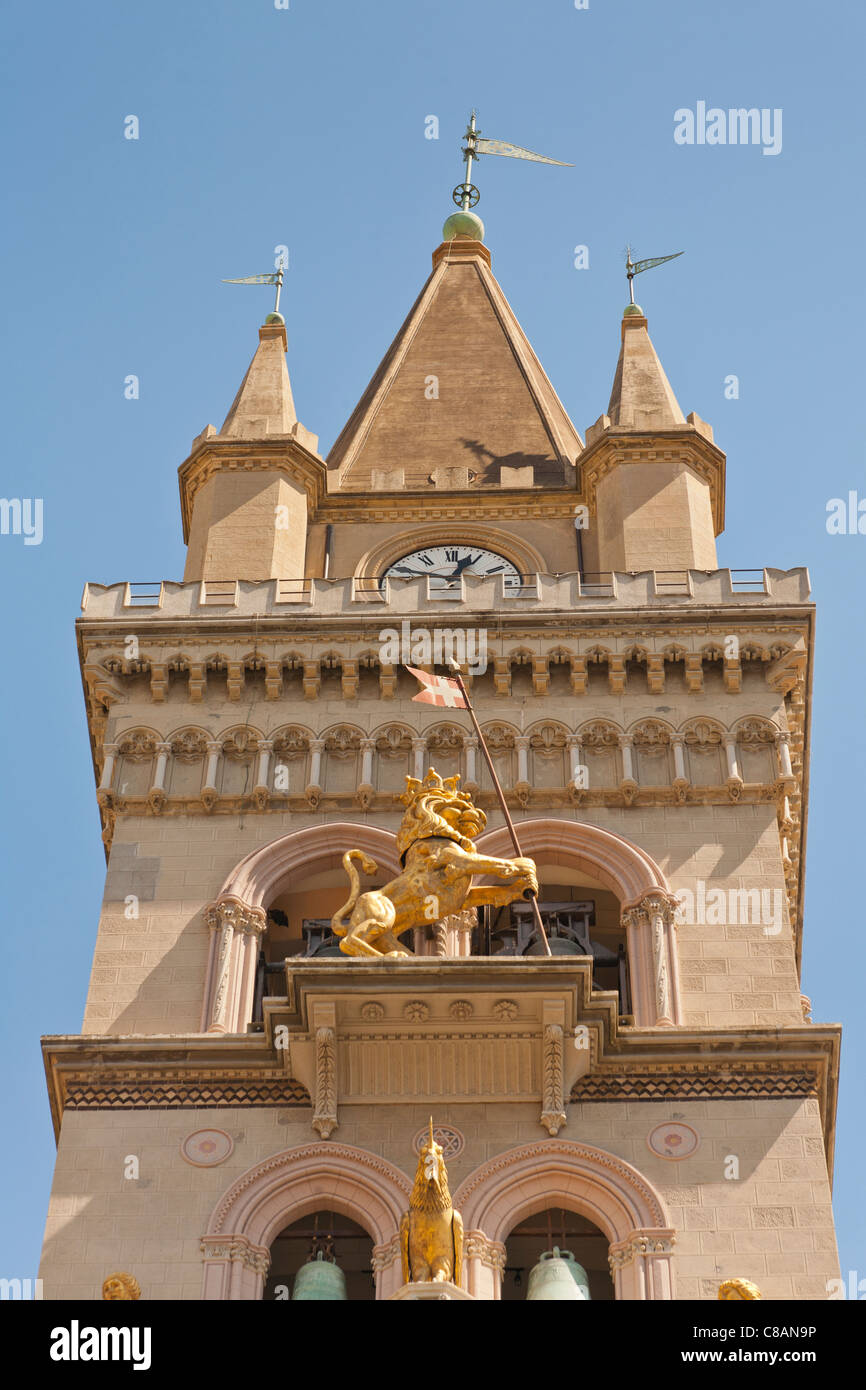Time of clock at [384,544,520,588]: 12:49
